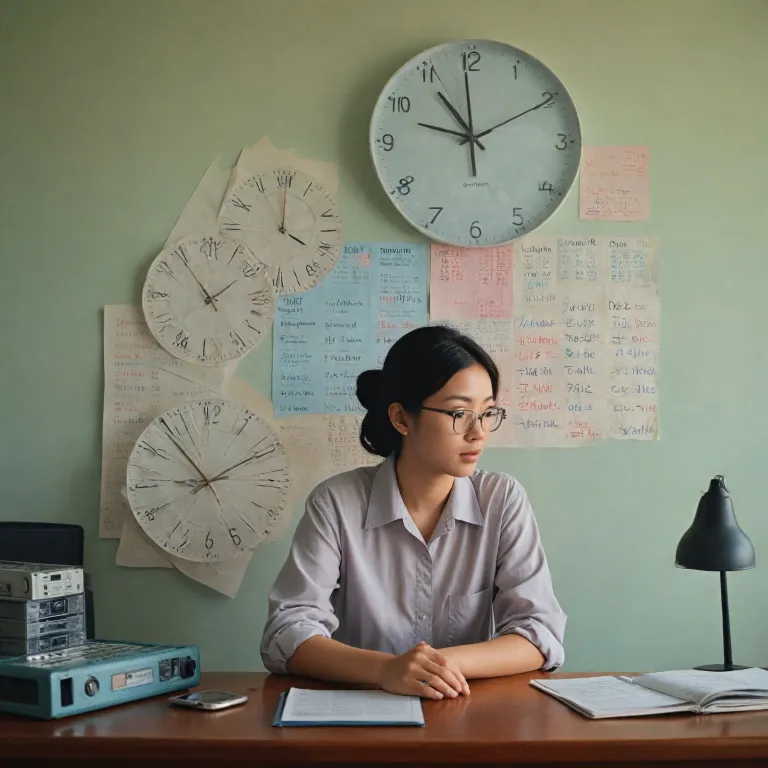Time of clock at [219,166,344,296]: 4:00
